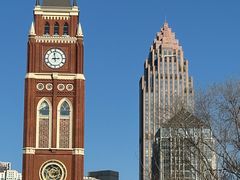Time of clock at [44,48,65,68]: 2:58
